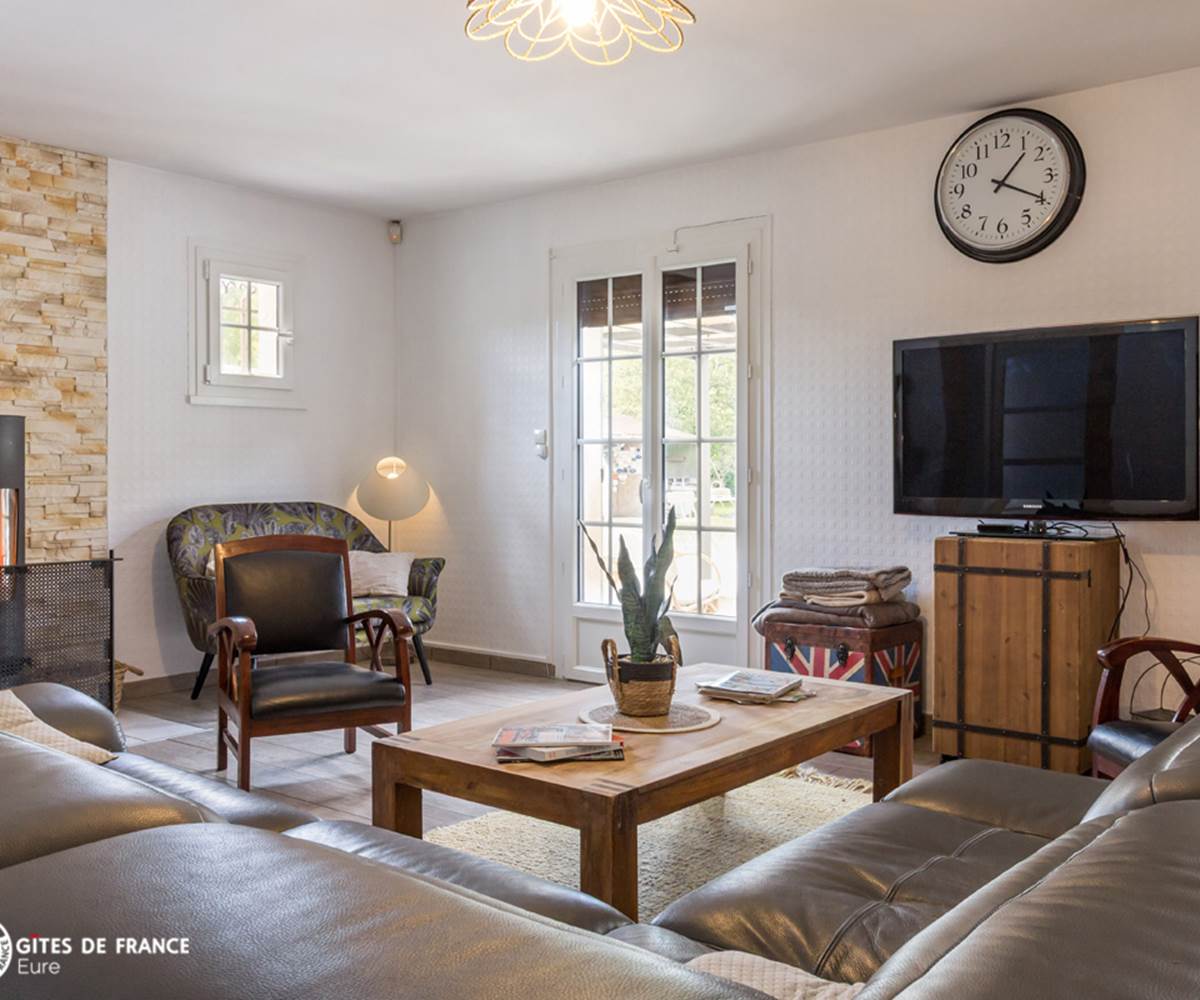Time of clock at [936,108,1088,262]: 1:19
